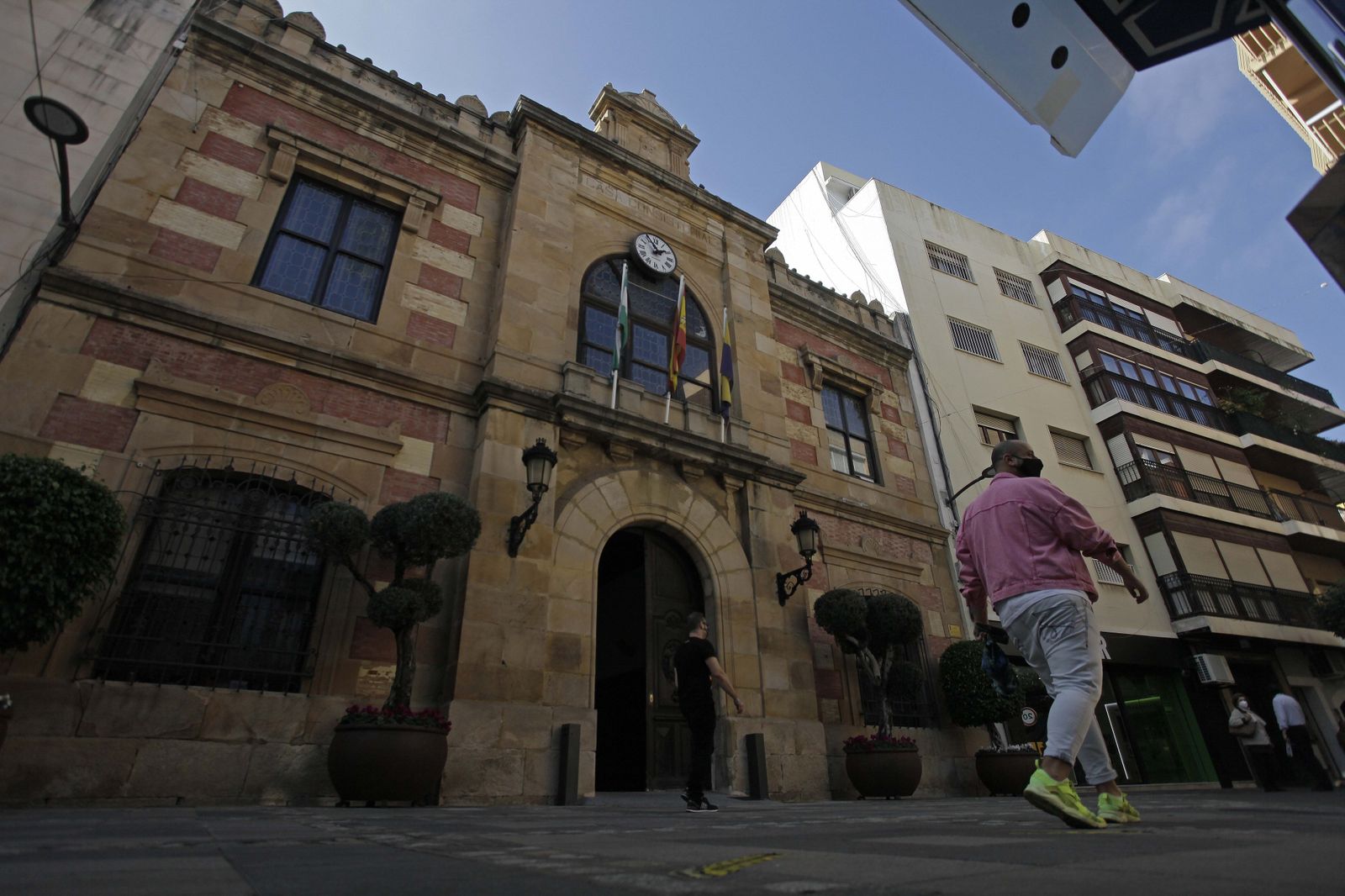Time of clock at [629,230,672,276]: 1:55
